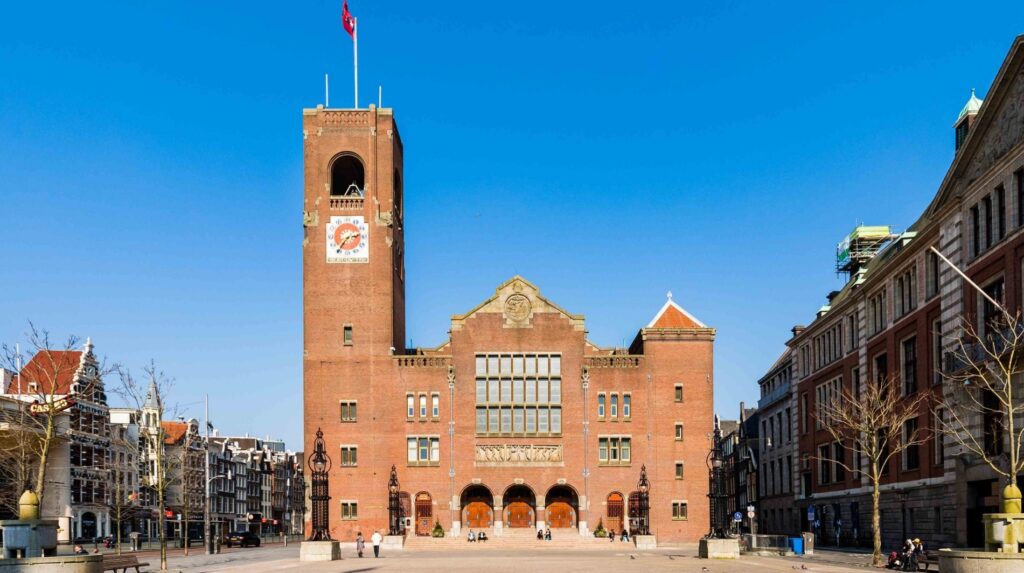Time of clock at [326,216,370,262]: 2:36
